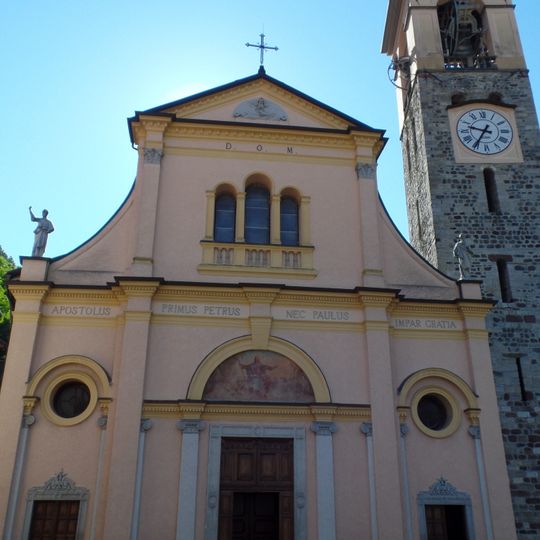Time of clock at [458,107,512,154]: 9:35
